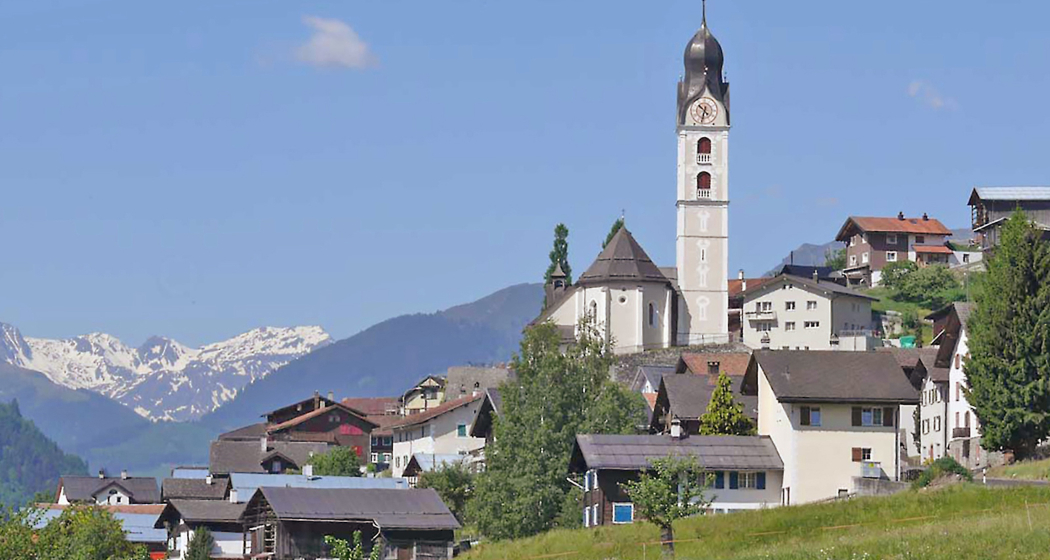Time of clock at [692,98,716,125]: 10:32
